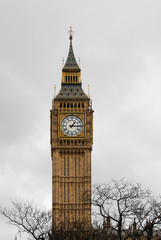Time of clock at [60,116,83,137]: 1:15
